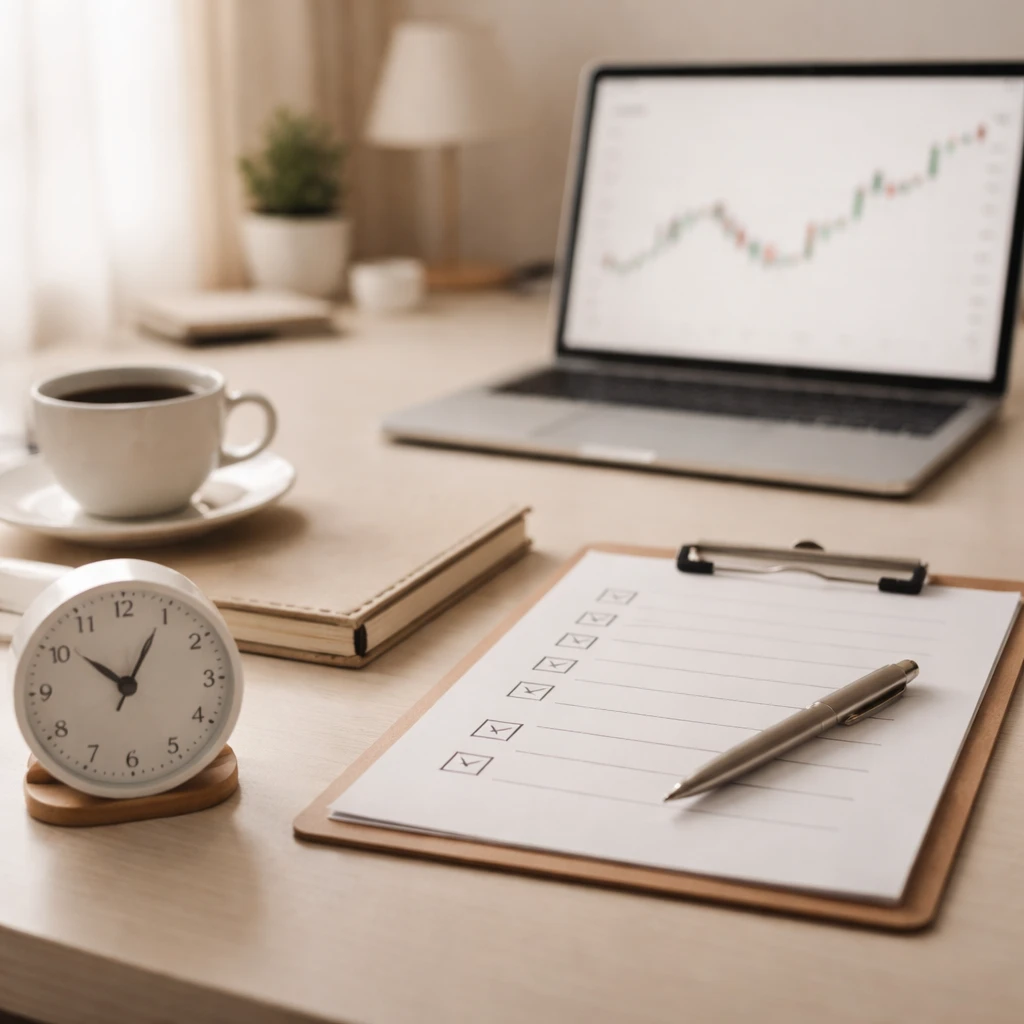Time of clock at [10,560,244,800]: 10:04
